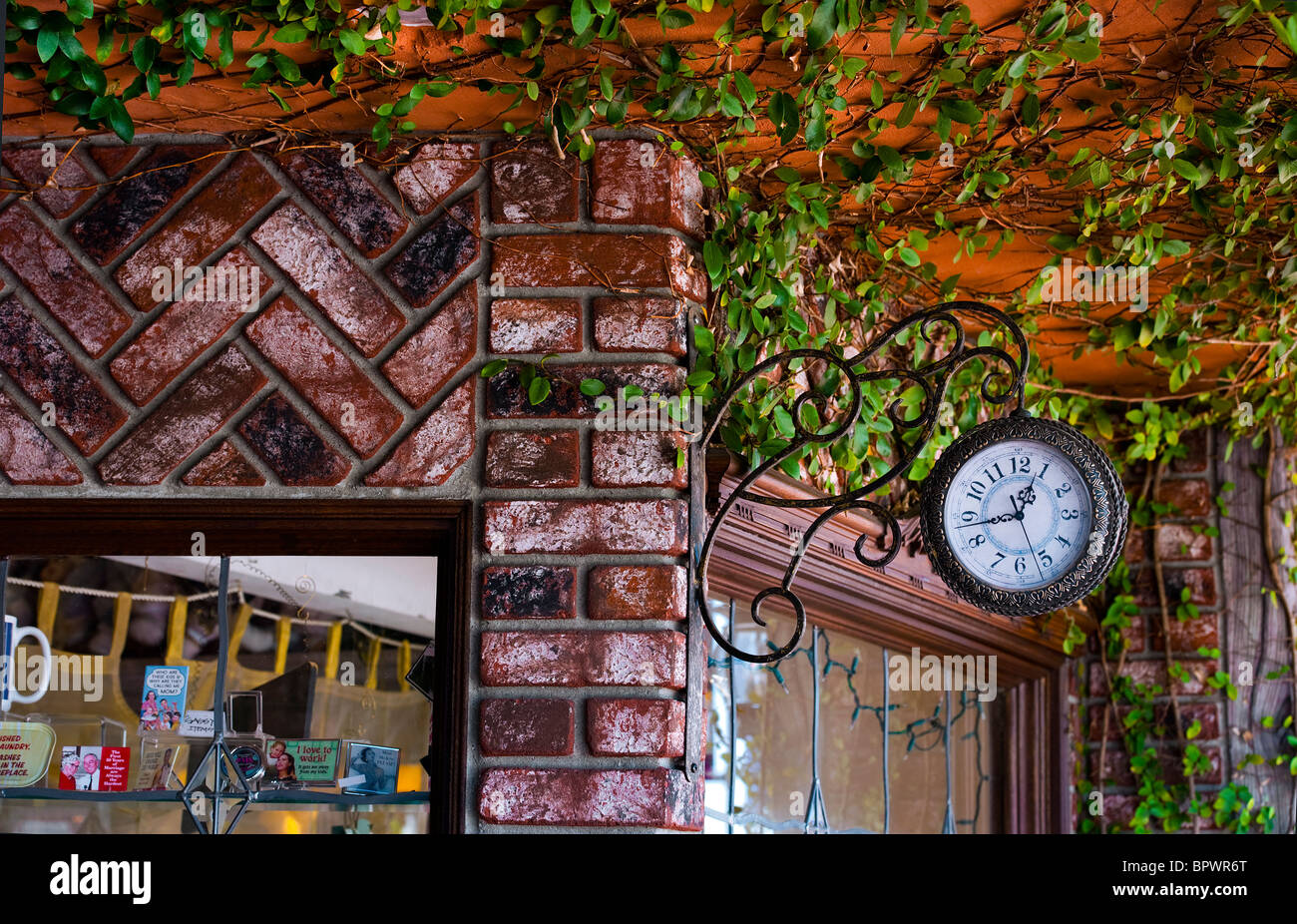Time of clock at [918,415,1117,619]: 12:43
